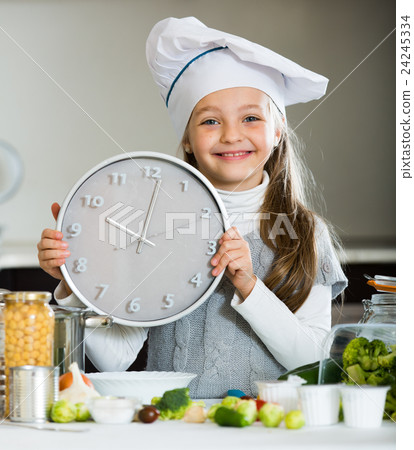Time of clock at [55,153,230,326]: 10:01
